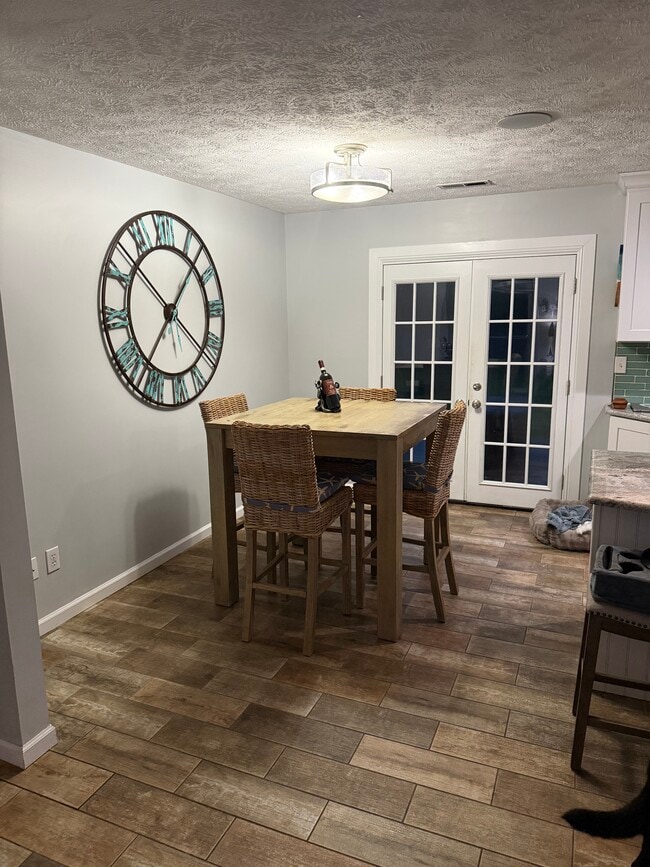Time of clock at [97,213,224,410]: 1:36
